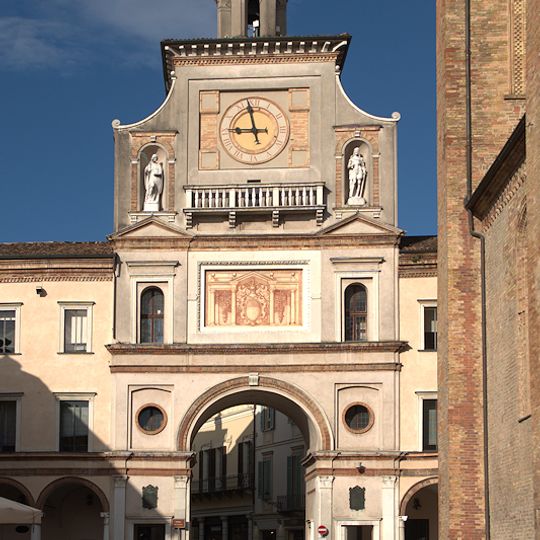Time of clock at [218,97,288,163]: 8:57
